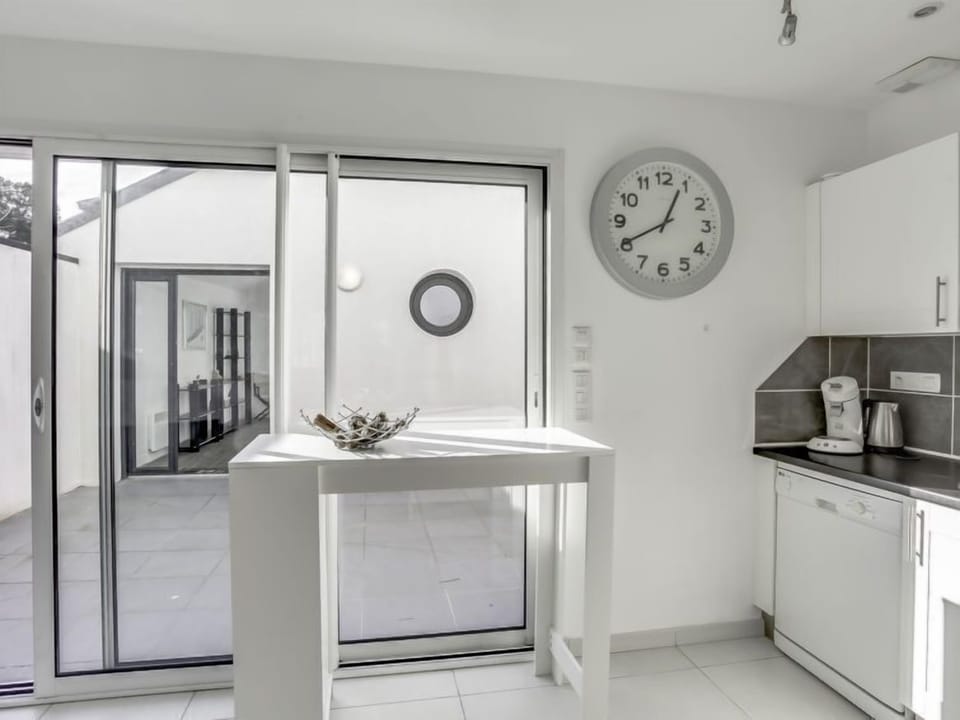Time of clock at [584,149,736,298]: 12:40
